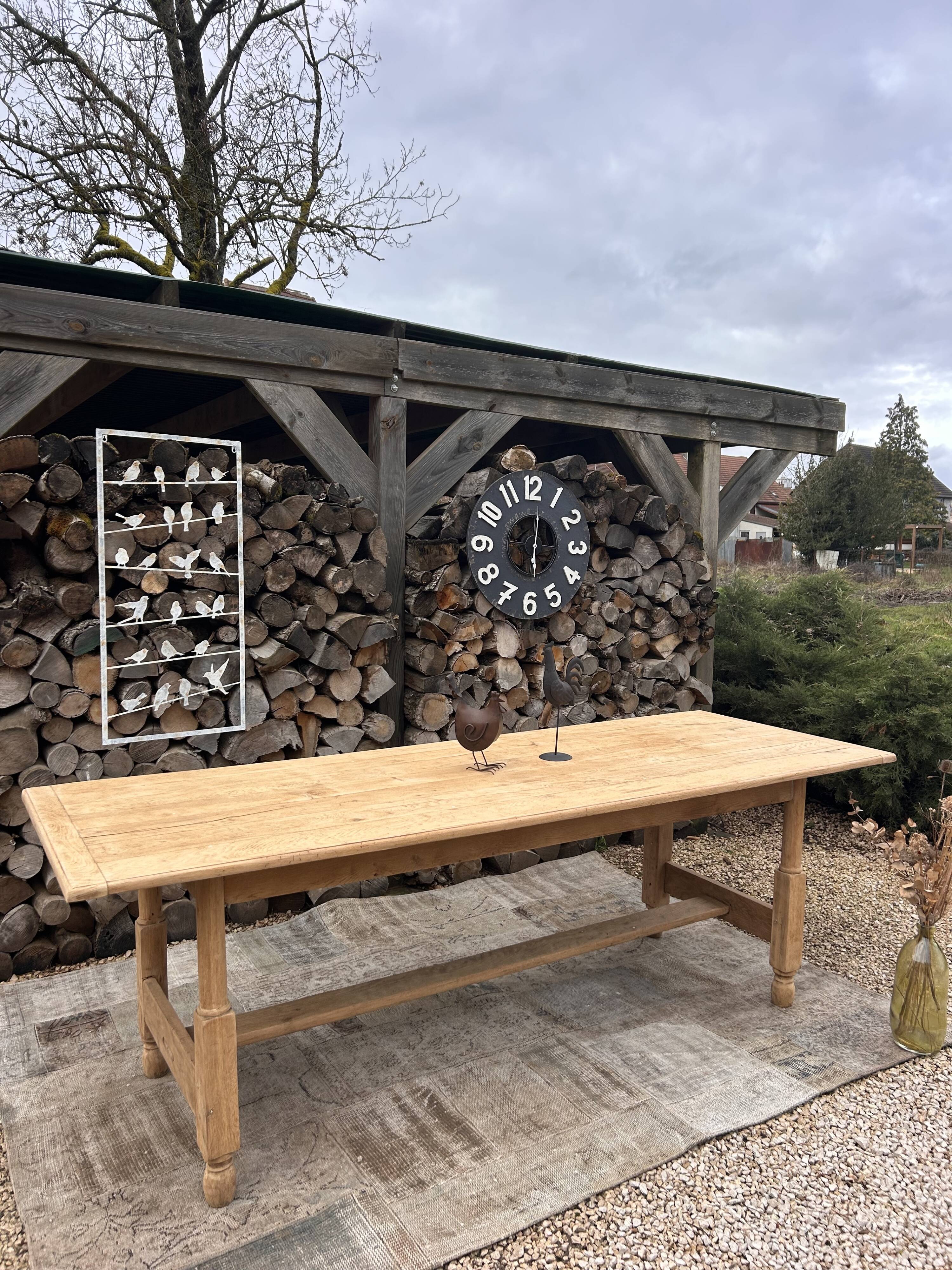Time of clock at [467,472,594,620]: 6:01
